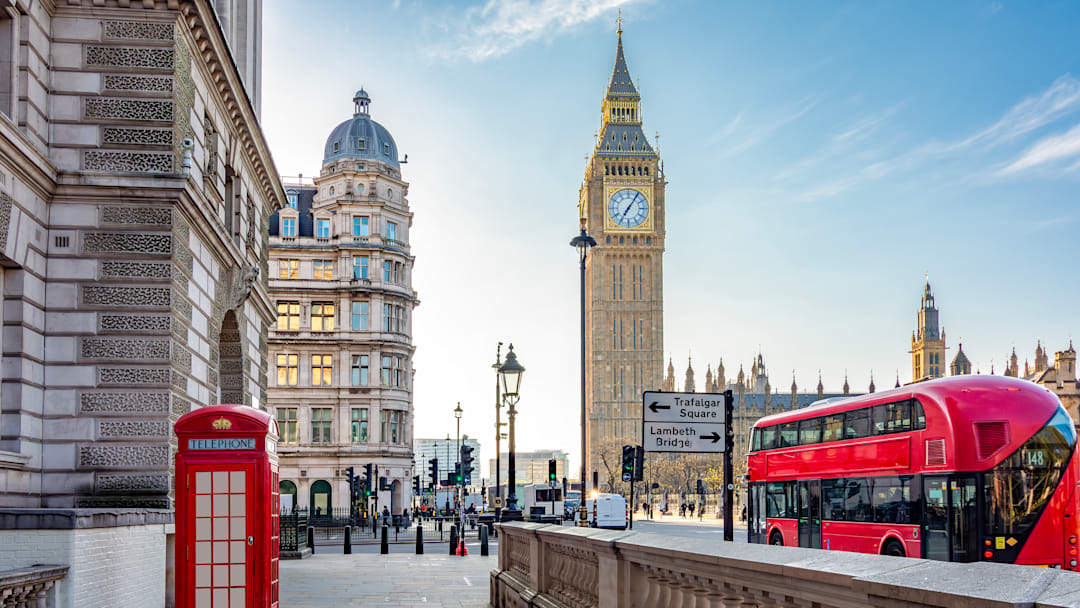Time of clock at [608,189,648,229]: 7:05
